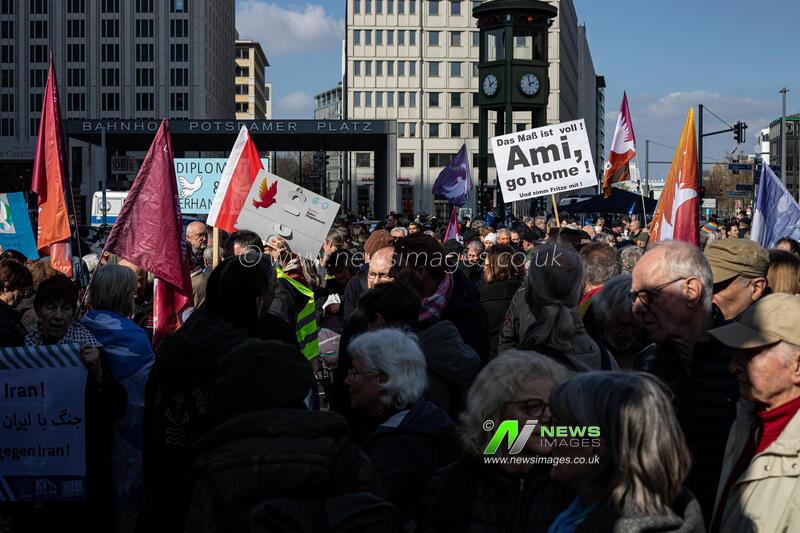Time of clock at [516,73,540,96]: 1:58
